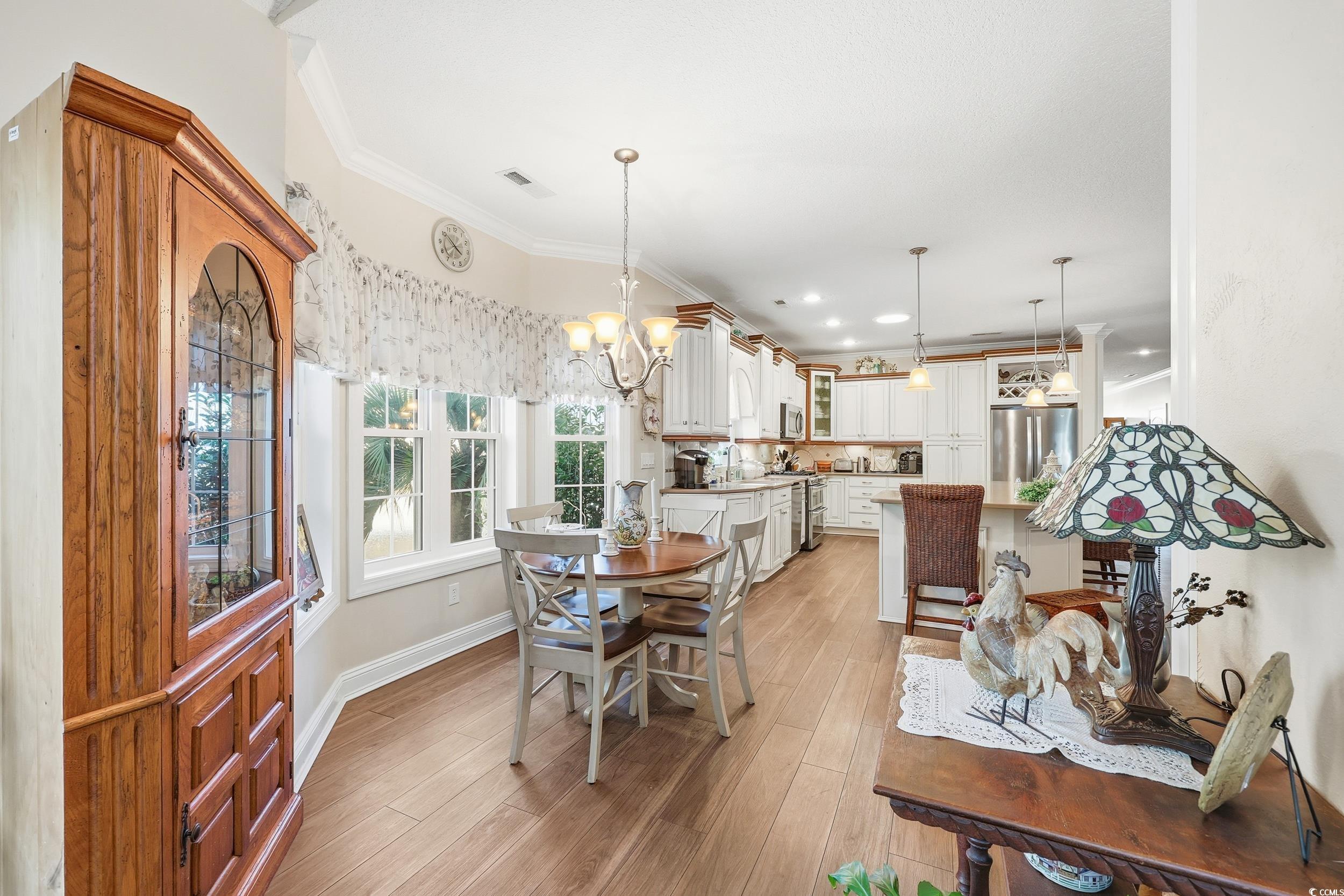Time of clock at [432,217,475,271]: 3:51
